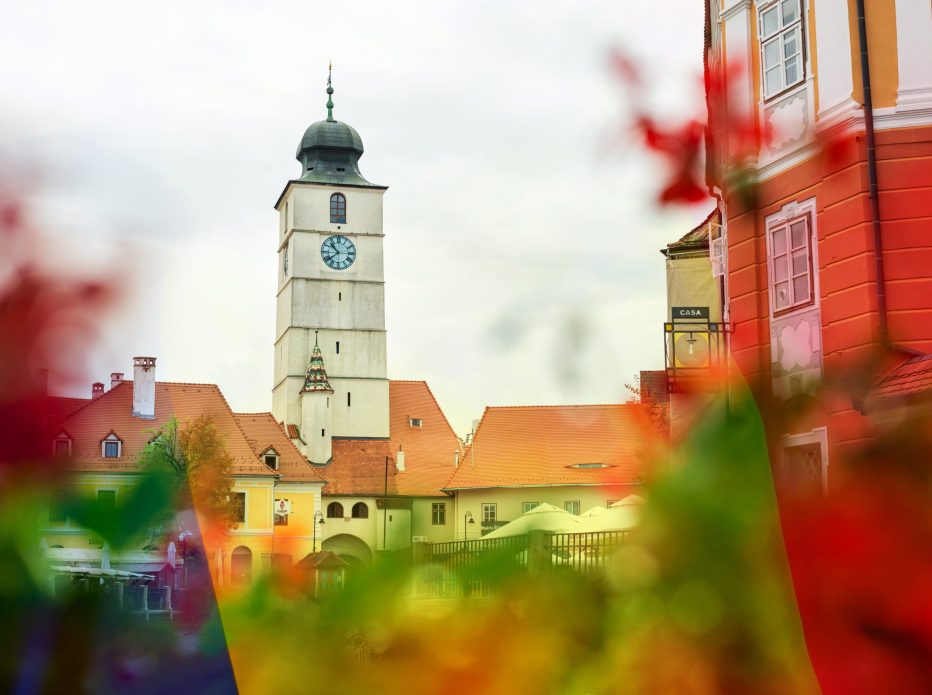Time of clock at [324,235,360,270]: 10:38
